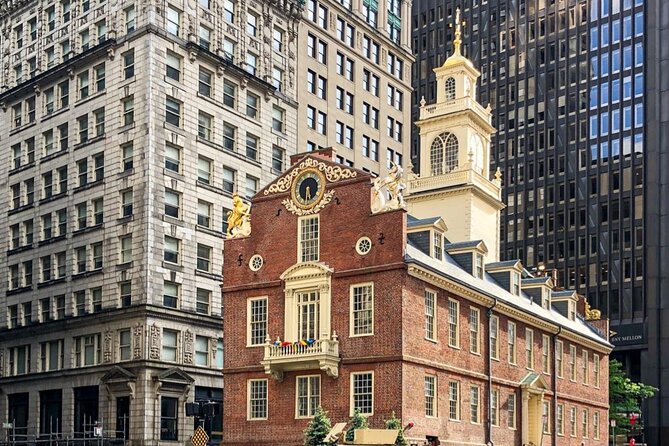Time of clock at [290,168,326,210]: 5:30
